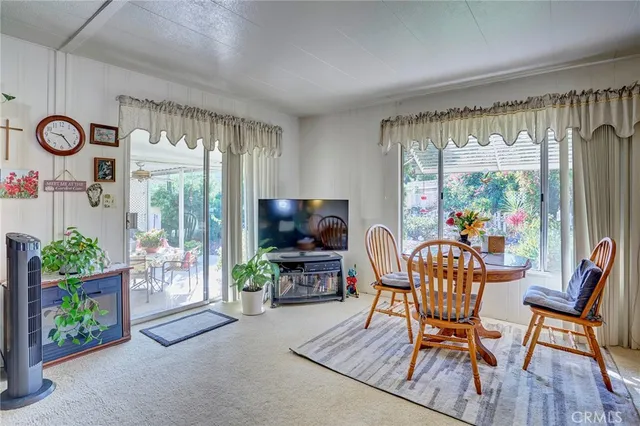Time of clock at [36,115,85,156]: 9:23
